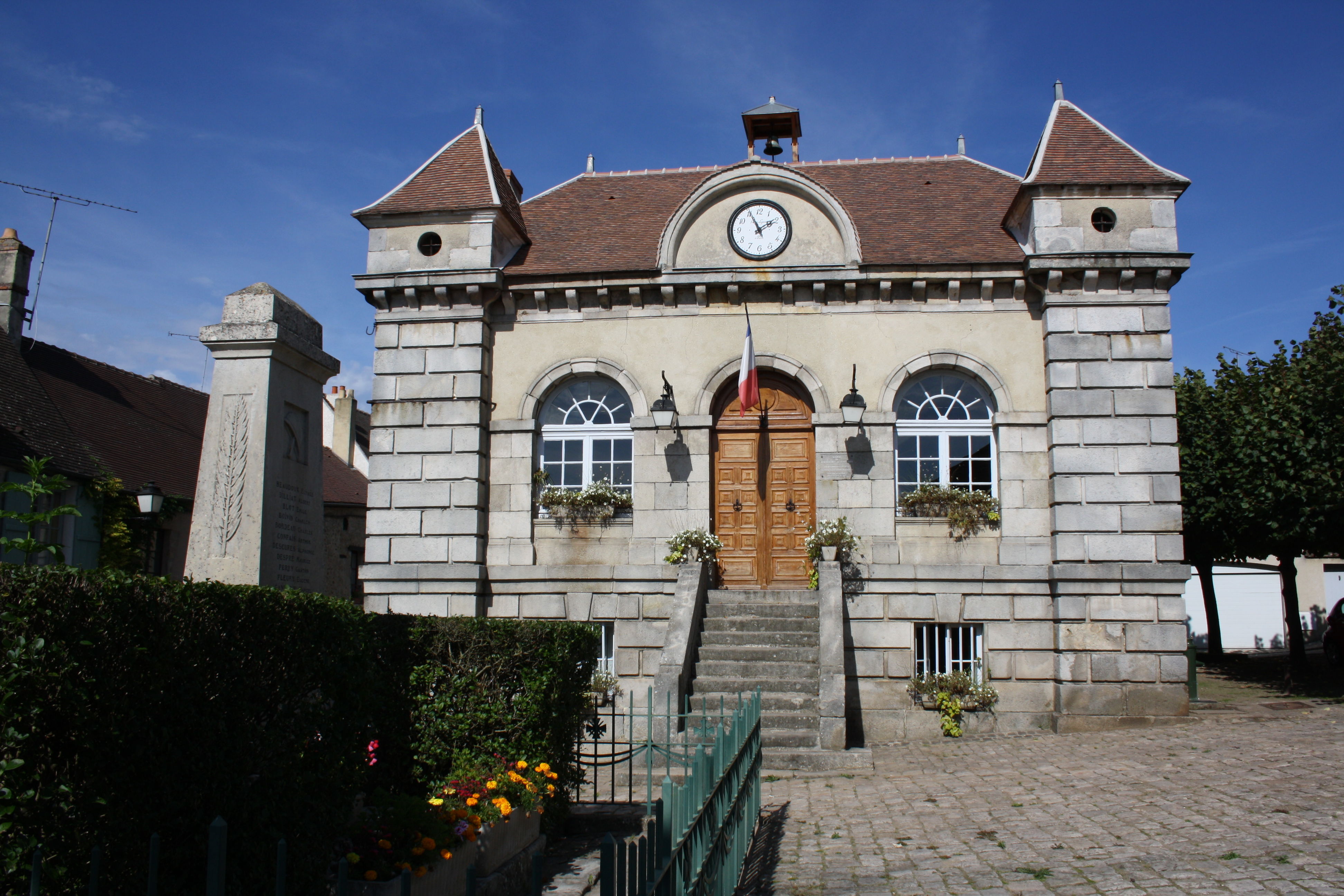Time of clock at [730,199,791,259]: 1:55
